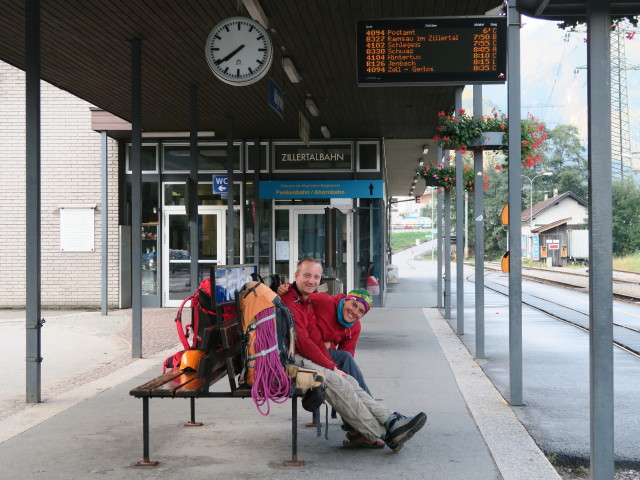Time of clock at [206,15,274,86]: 7:39
